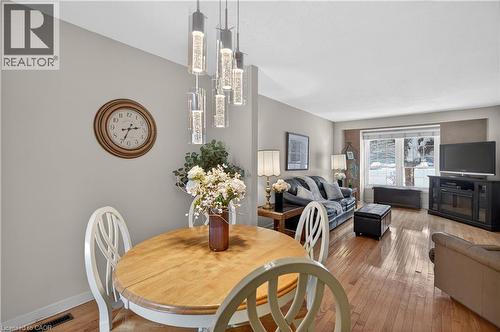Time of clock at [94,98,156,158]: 2:33
